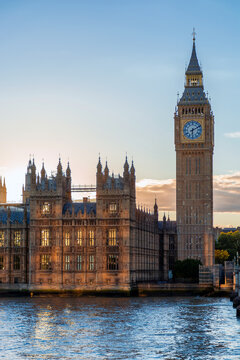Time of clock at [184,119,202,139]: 6:10
